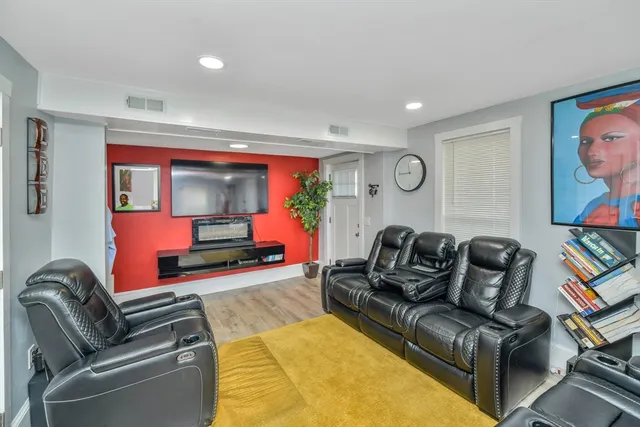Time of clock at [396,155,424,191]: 11:44
